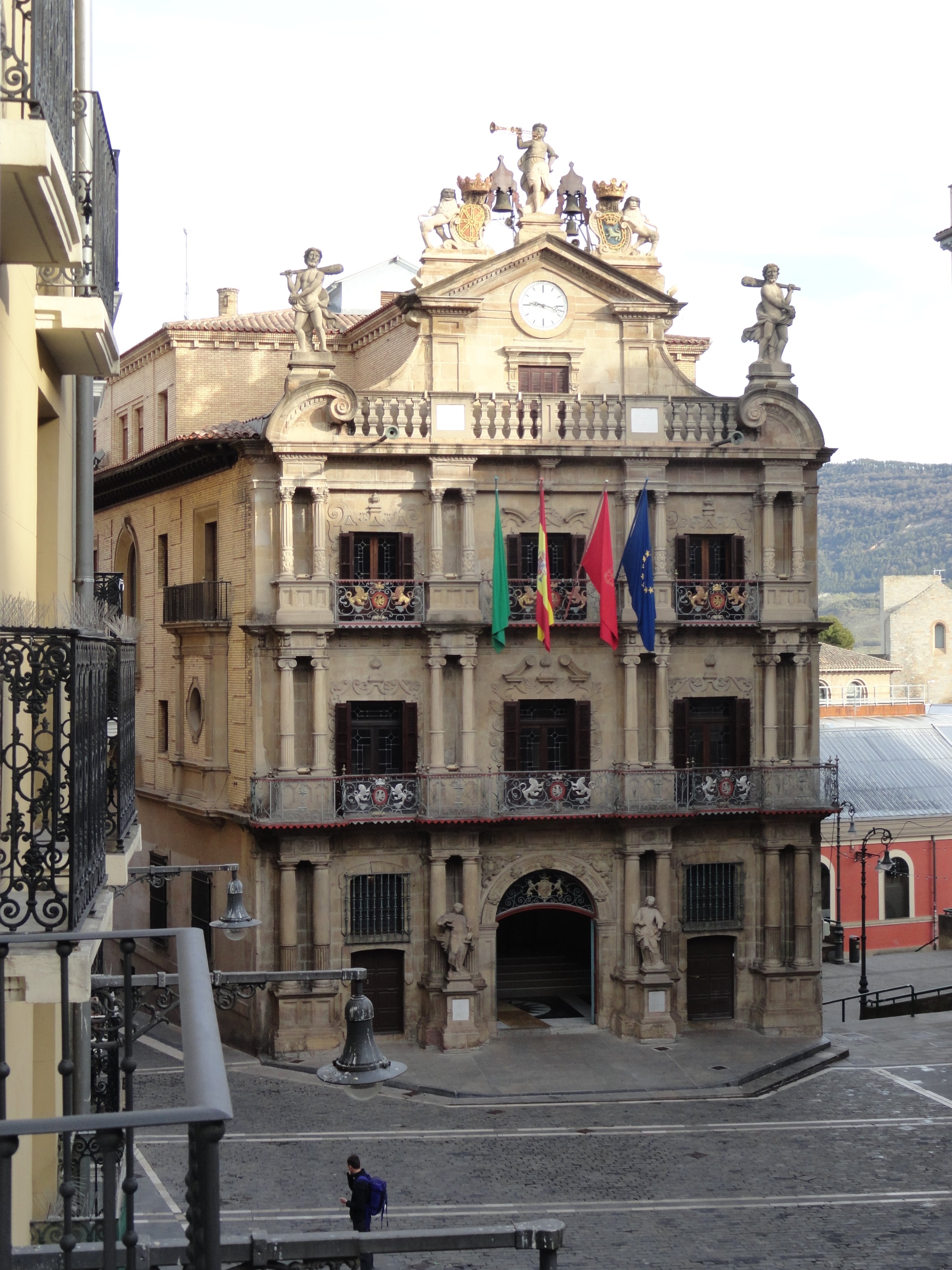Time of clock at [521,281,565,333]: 9:17
